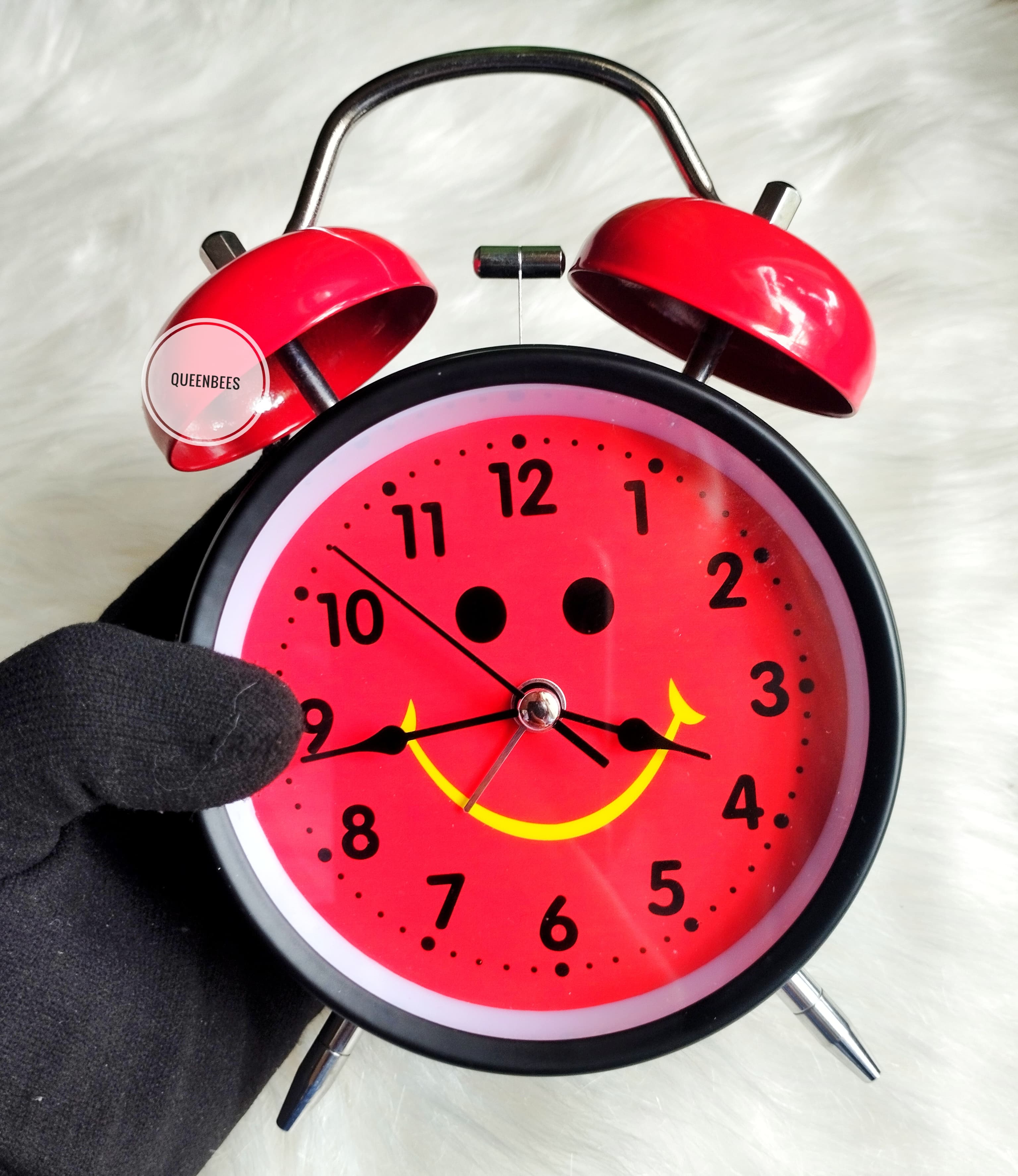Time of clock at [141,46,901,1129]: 3:43
